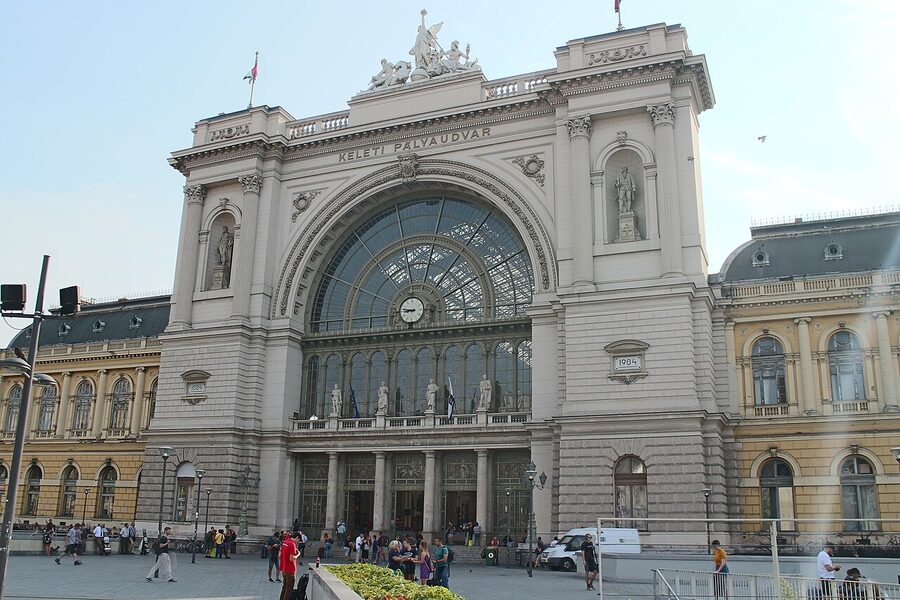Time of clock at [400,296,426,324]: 8:46
